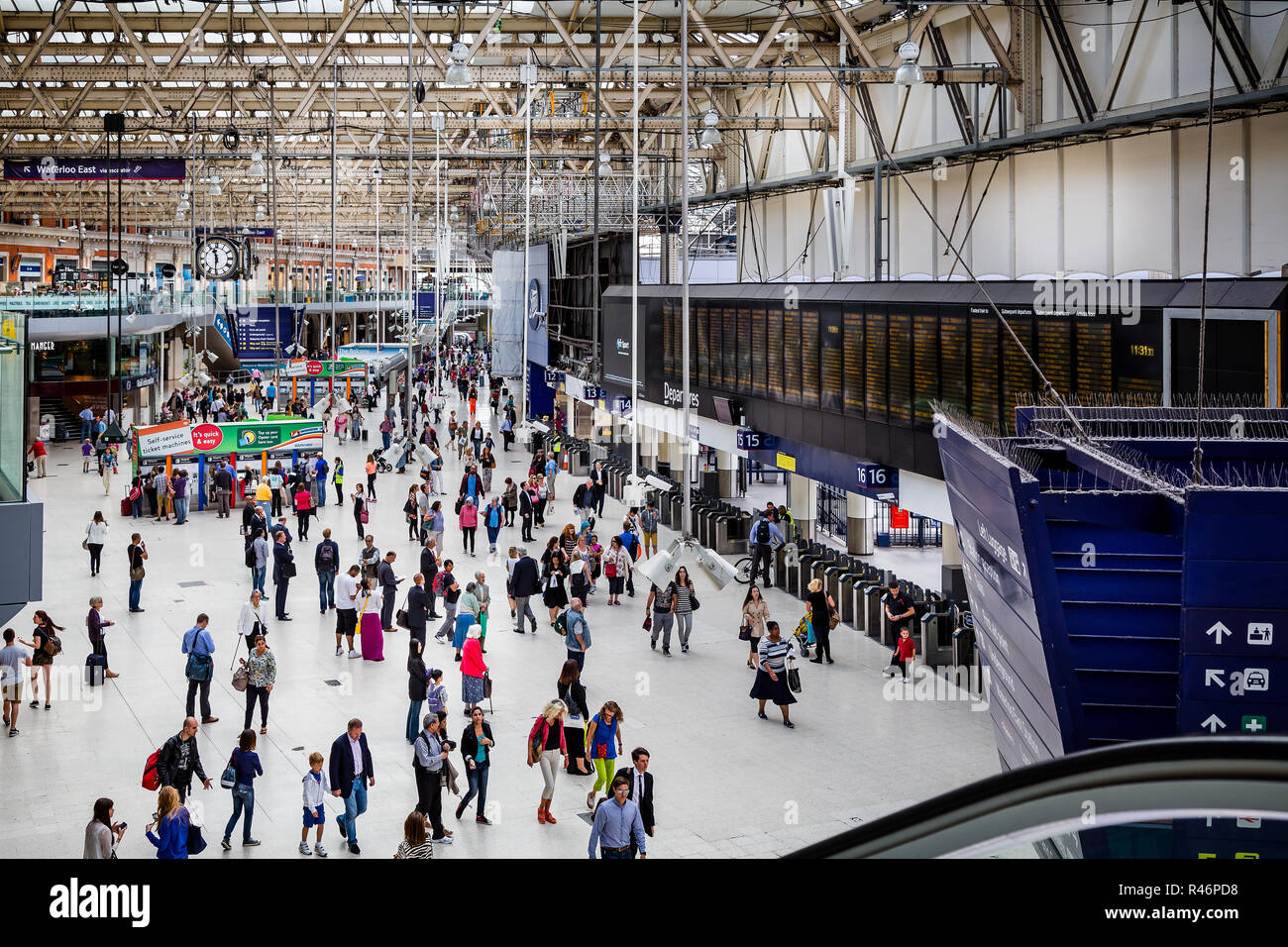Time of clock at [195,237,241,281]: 11:31
